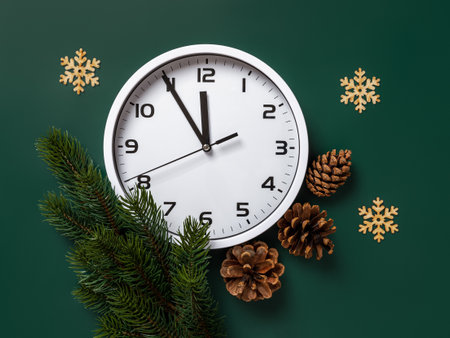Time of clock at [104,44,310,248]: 11:54
